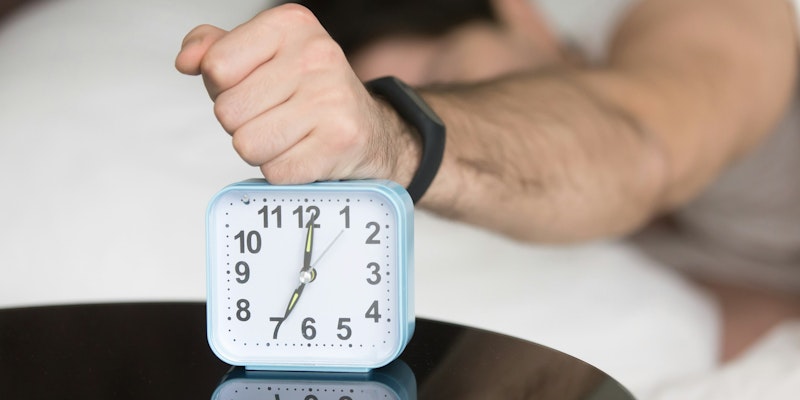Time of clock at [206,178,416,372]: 7:00
